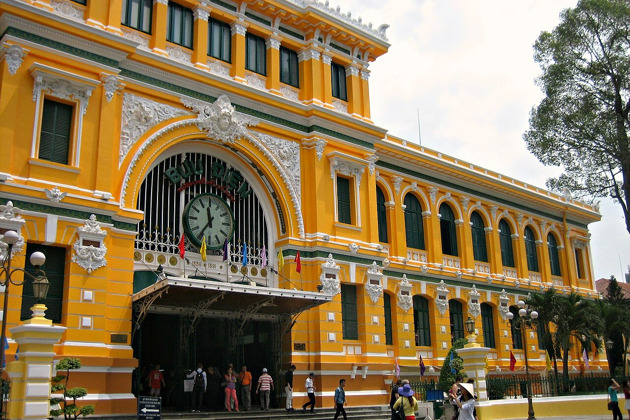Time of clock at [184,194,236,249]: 11:35
